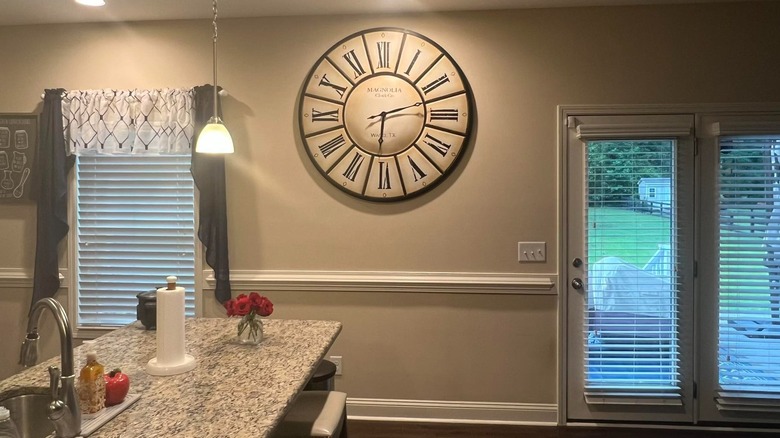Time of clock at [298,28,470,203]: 6:12
